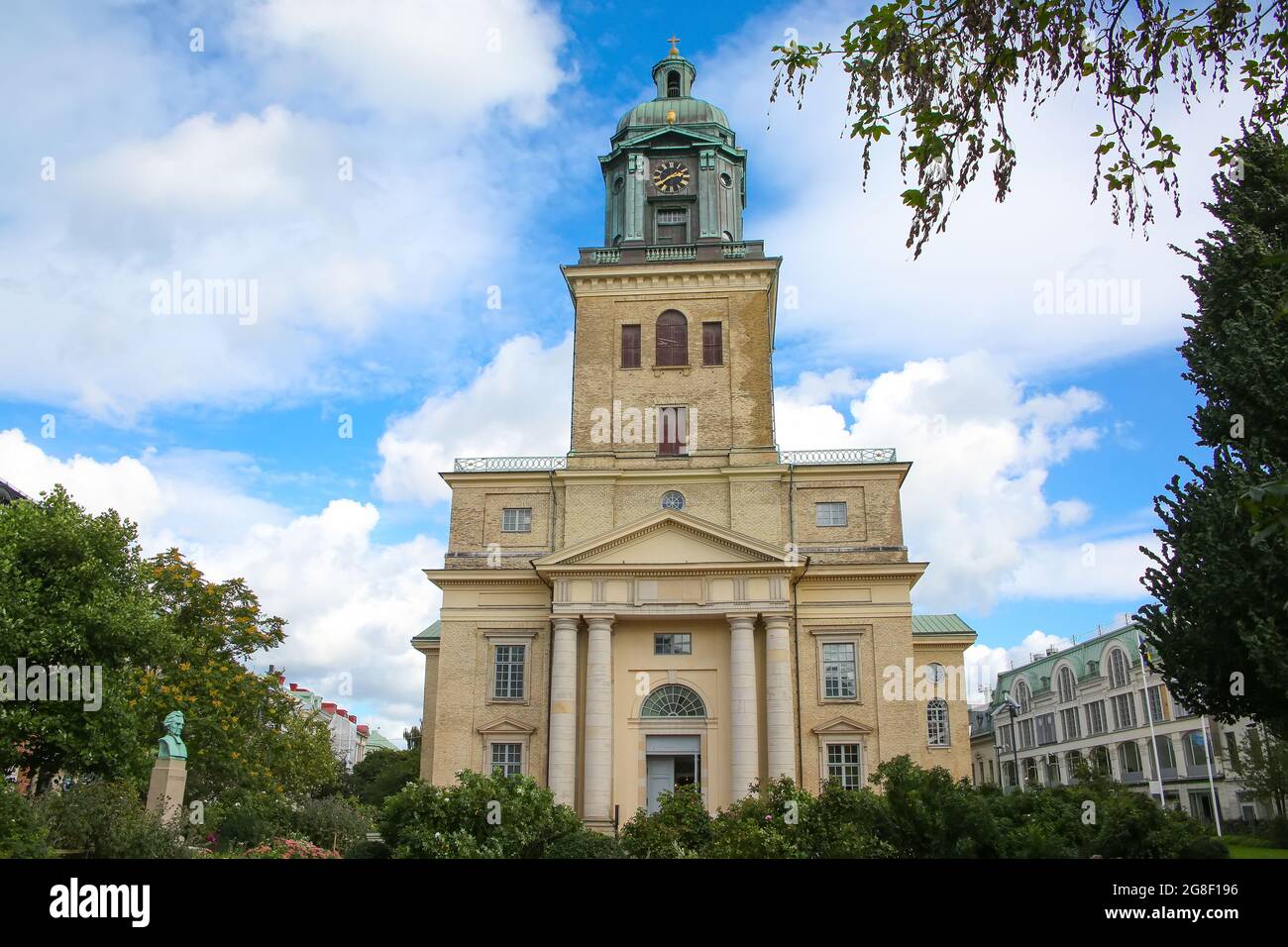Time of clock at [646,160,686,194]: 1:39
